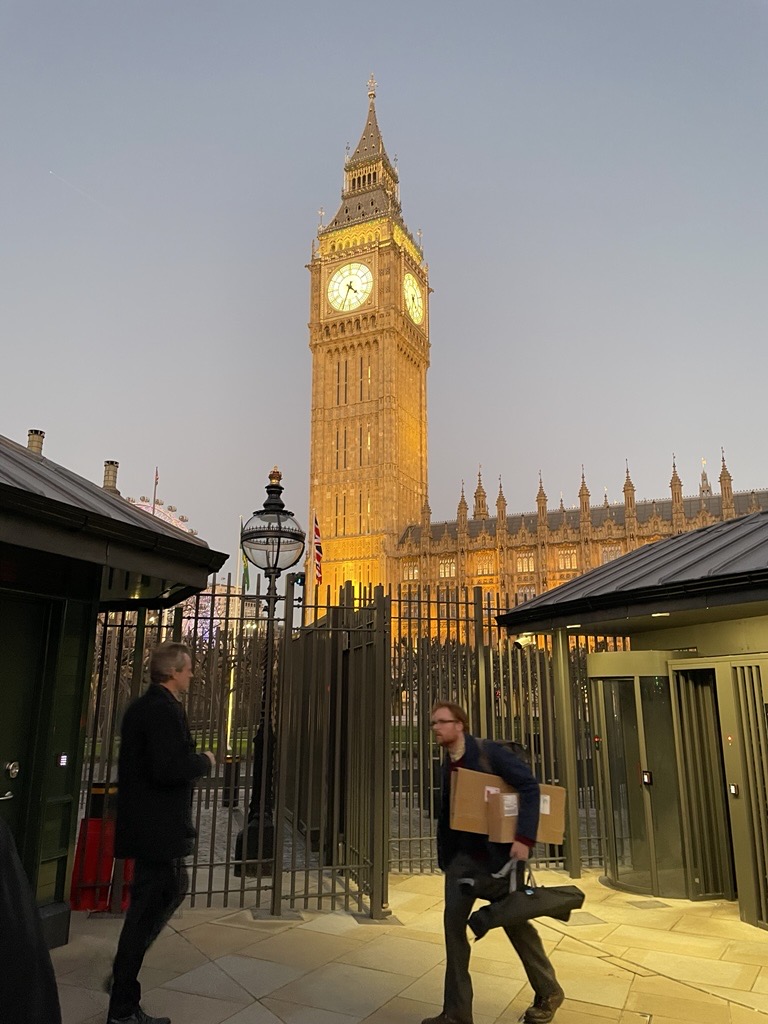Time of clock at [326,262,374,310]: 4:33
